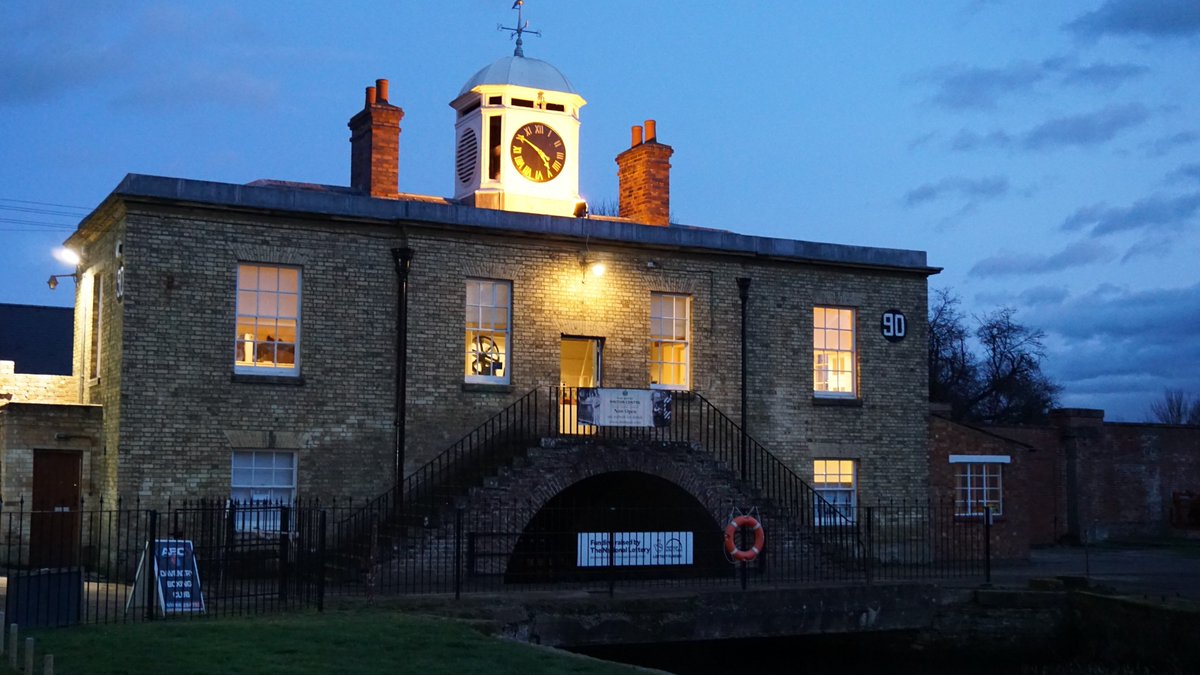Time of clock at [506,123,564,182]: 4:50
